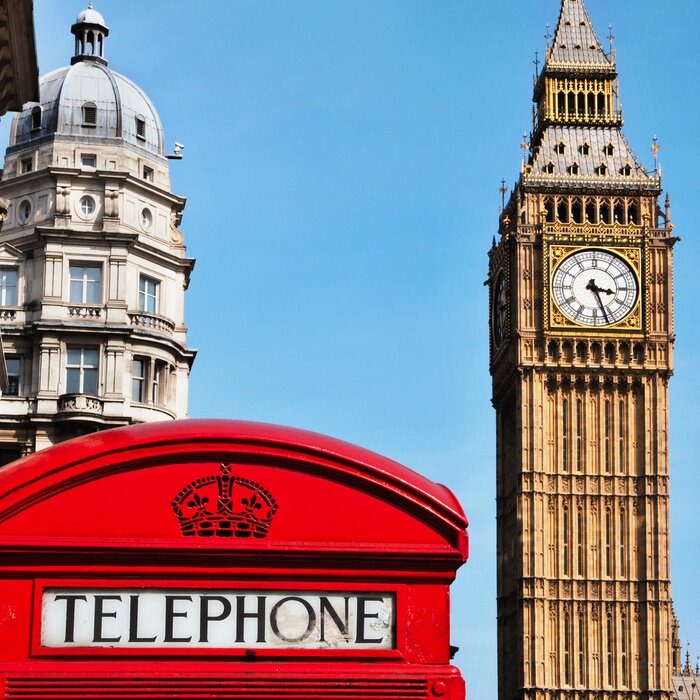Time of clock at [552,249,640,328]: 3:26
